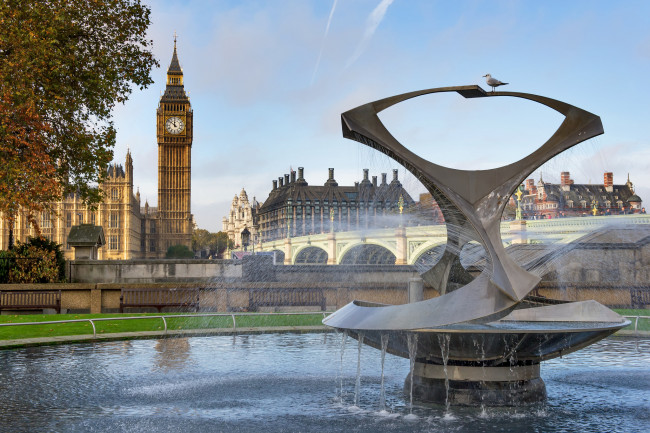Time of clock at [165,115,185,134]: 11:51
